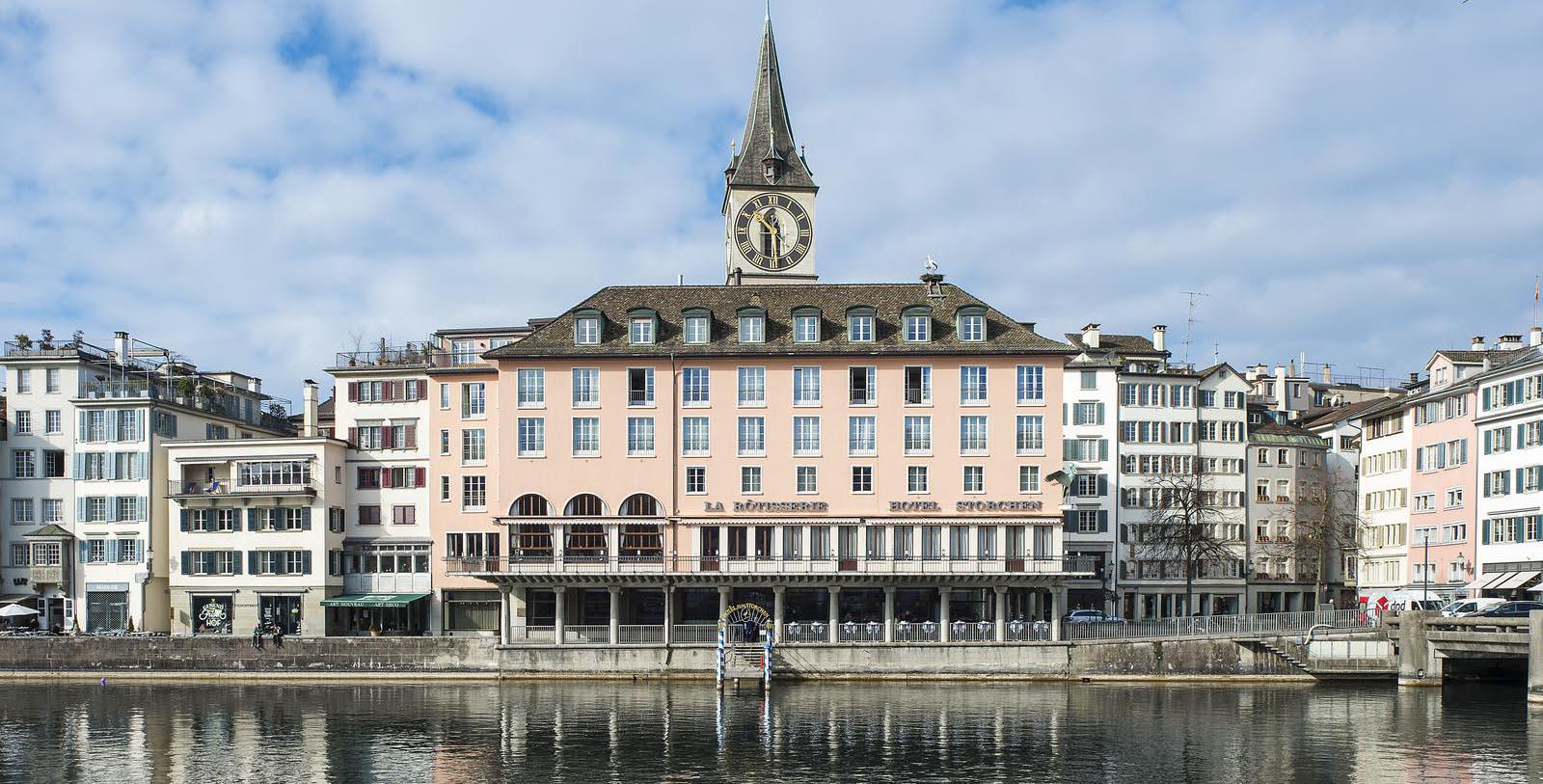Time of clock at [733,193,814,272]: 10:29
